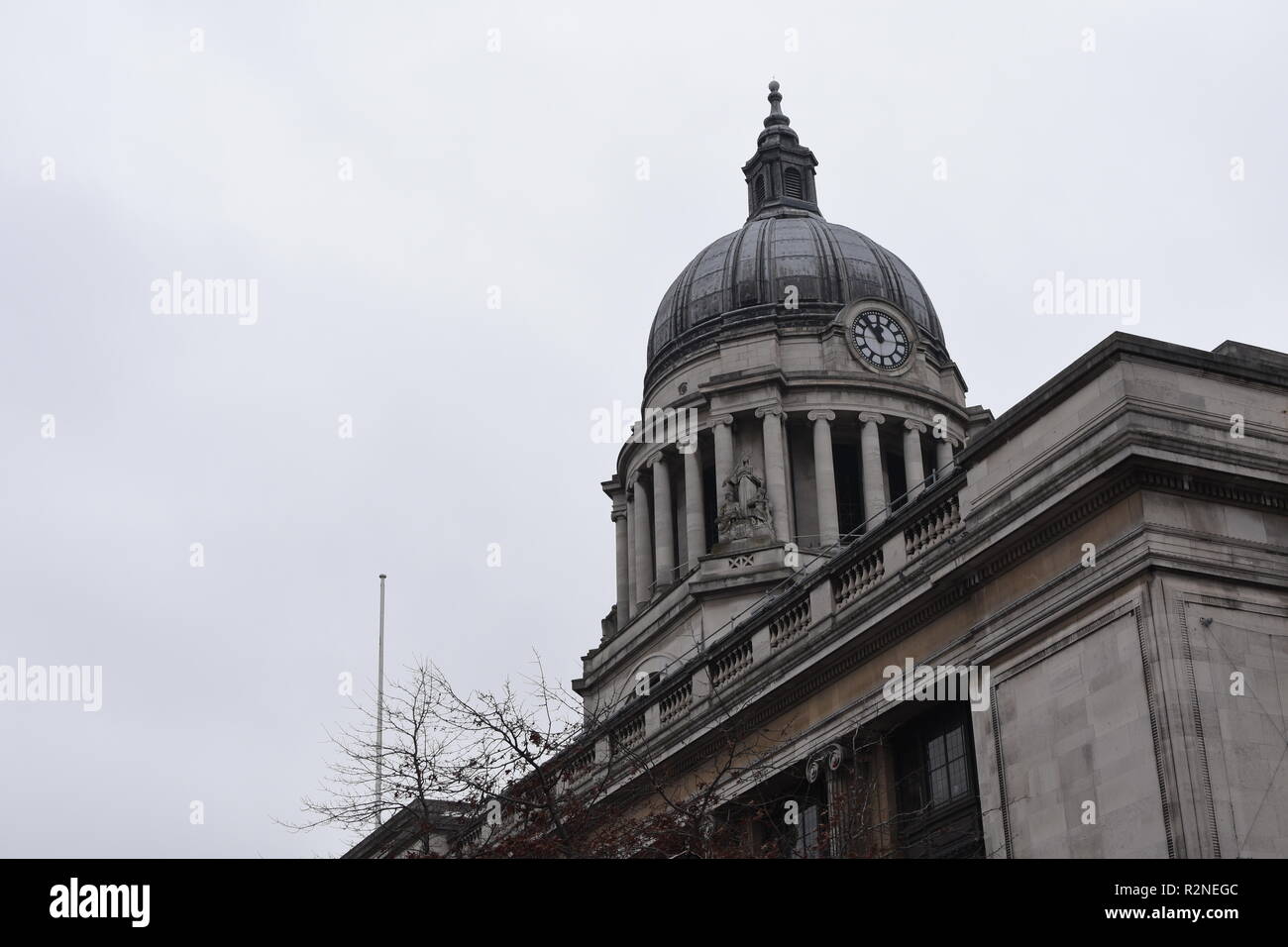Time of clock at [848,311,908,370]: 11:52
